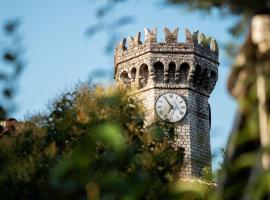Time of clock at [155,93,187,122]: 6:54
